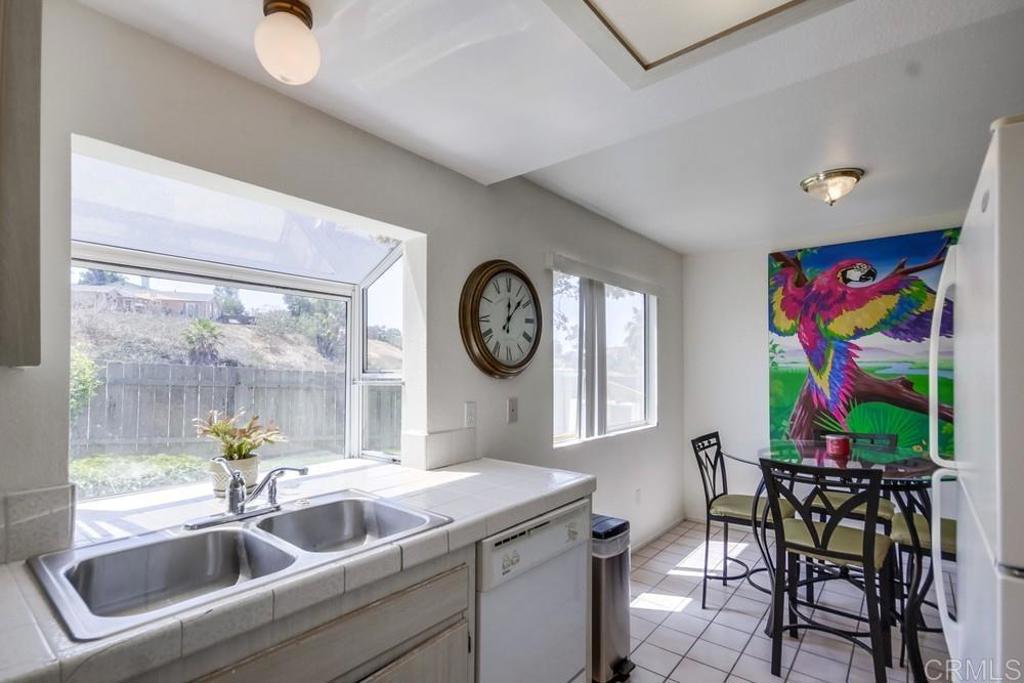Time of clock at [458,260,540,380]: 12:07
